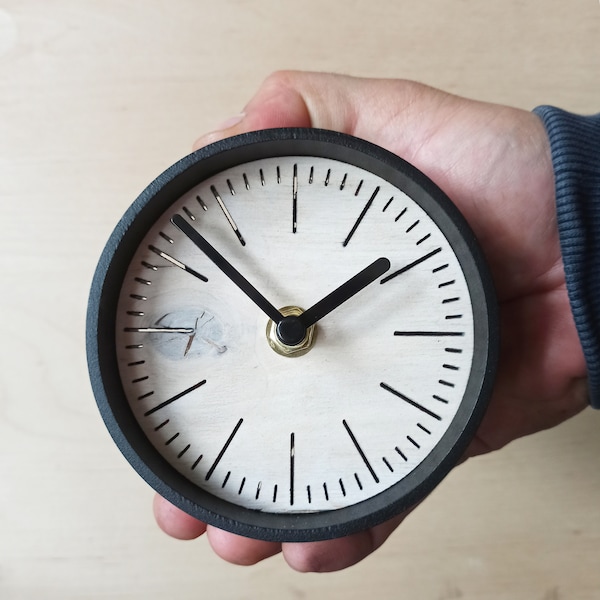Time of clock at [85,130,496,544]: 1:52
